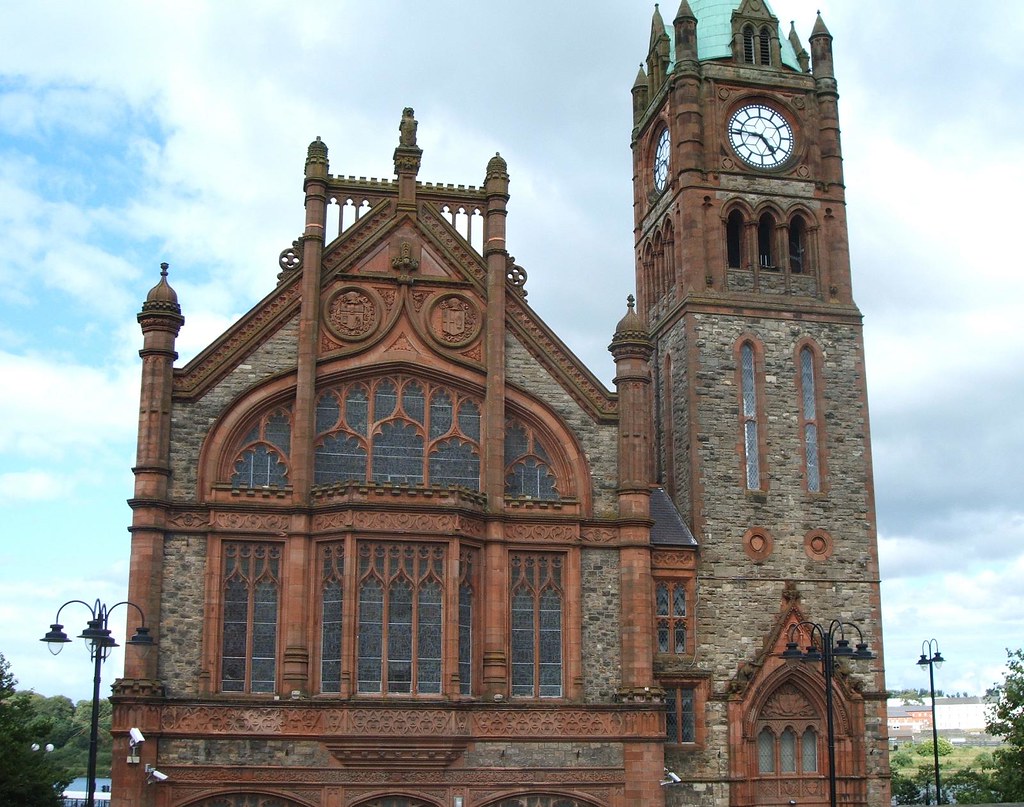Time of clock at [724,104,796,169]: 4:46
